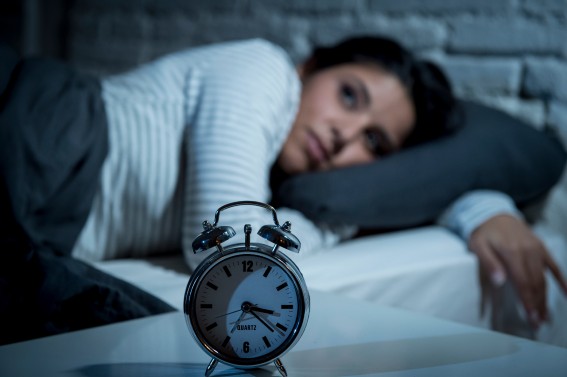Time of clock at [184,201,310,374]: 3:22
